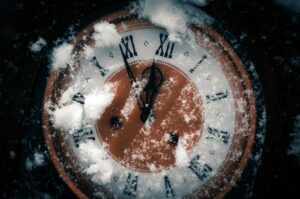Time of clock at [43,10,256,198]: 11:54
